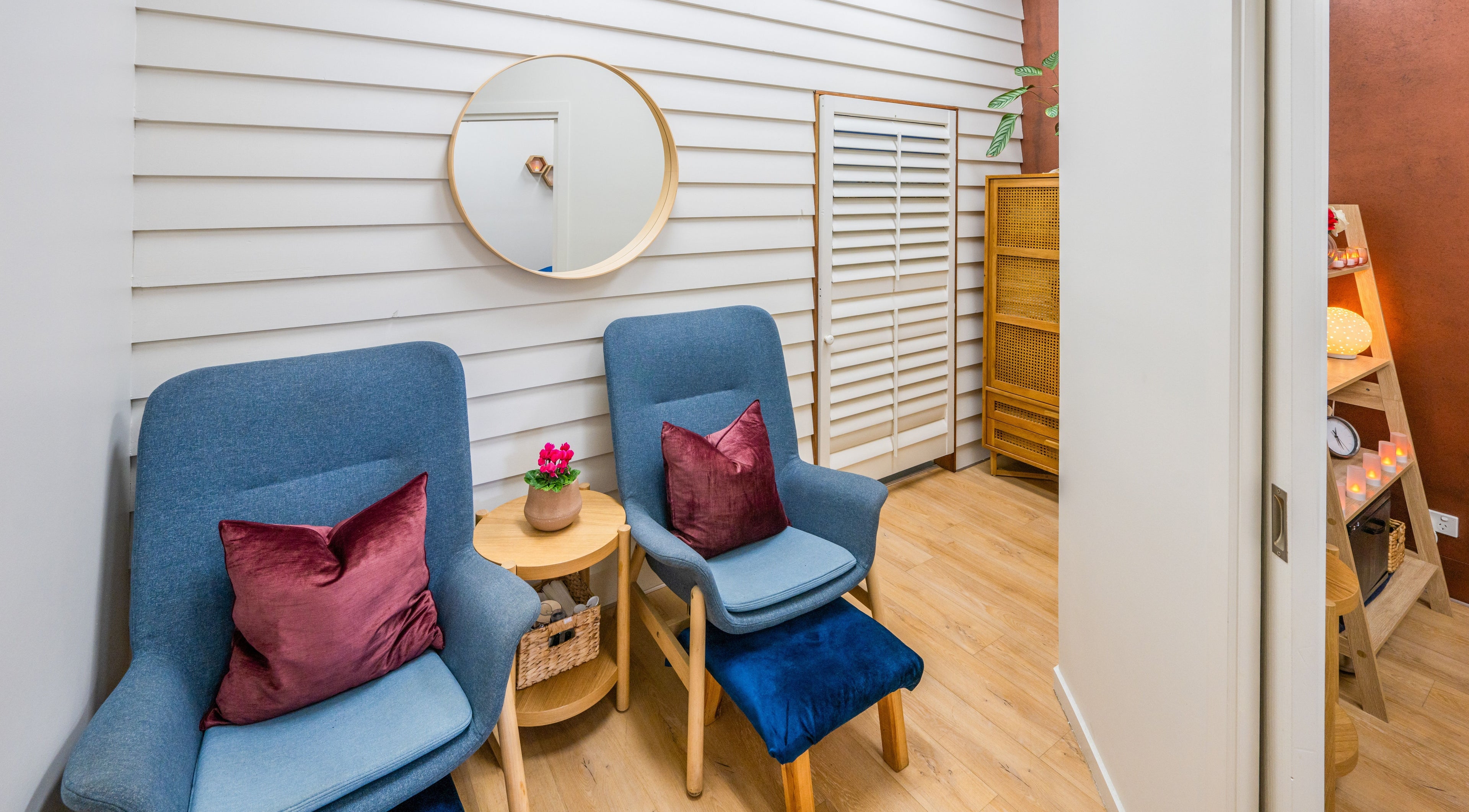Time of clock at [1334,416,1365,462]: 12:27
